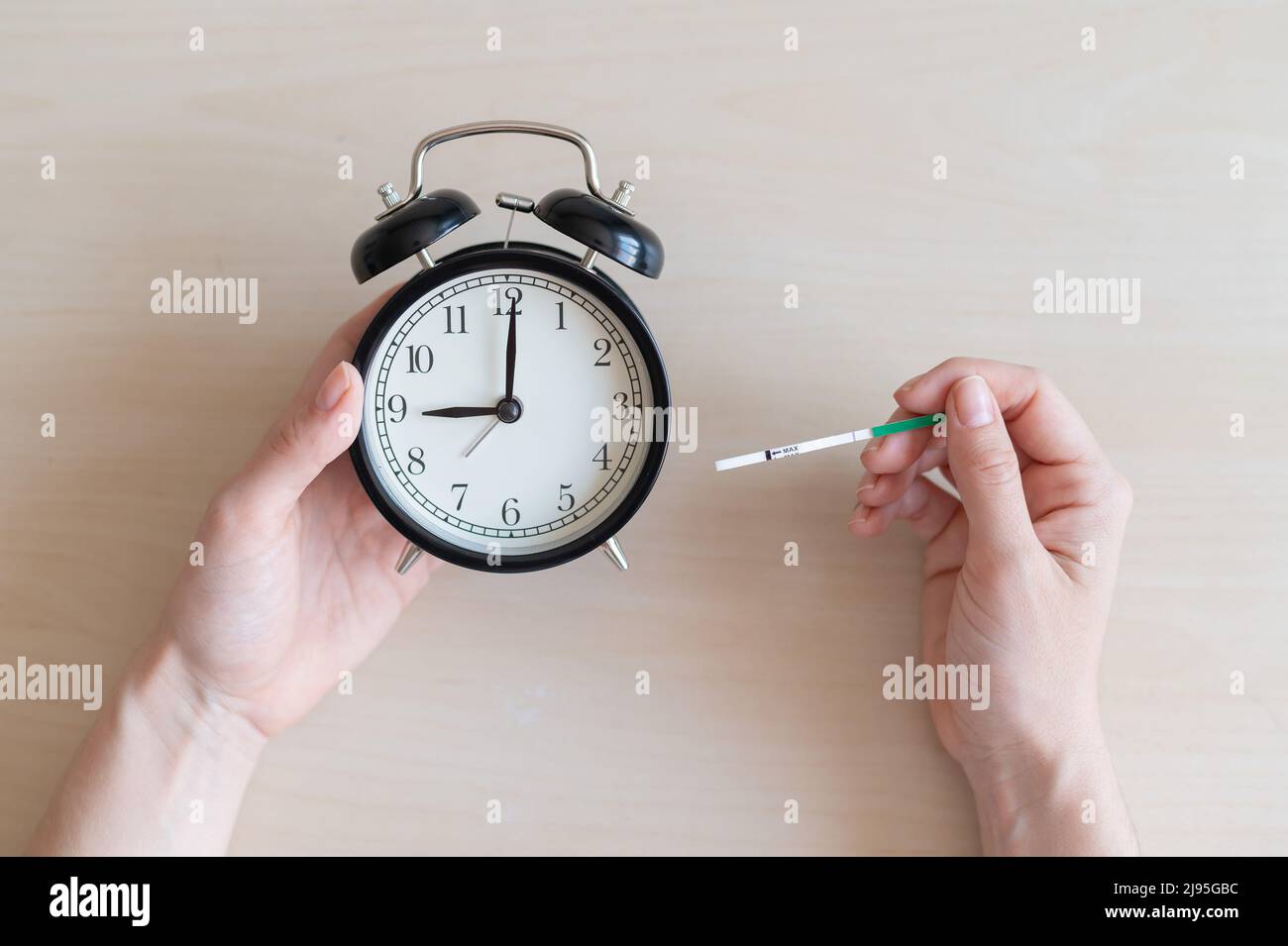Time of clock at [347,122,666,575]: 9:00
